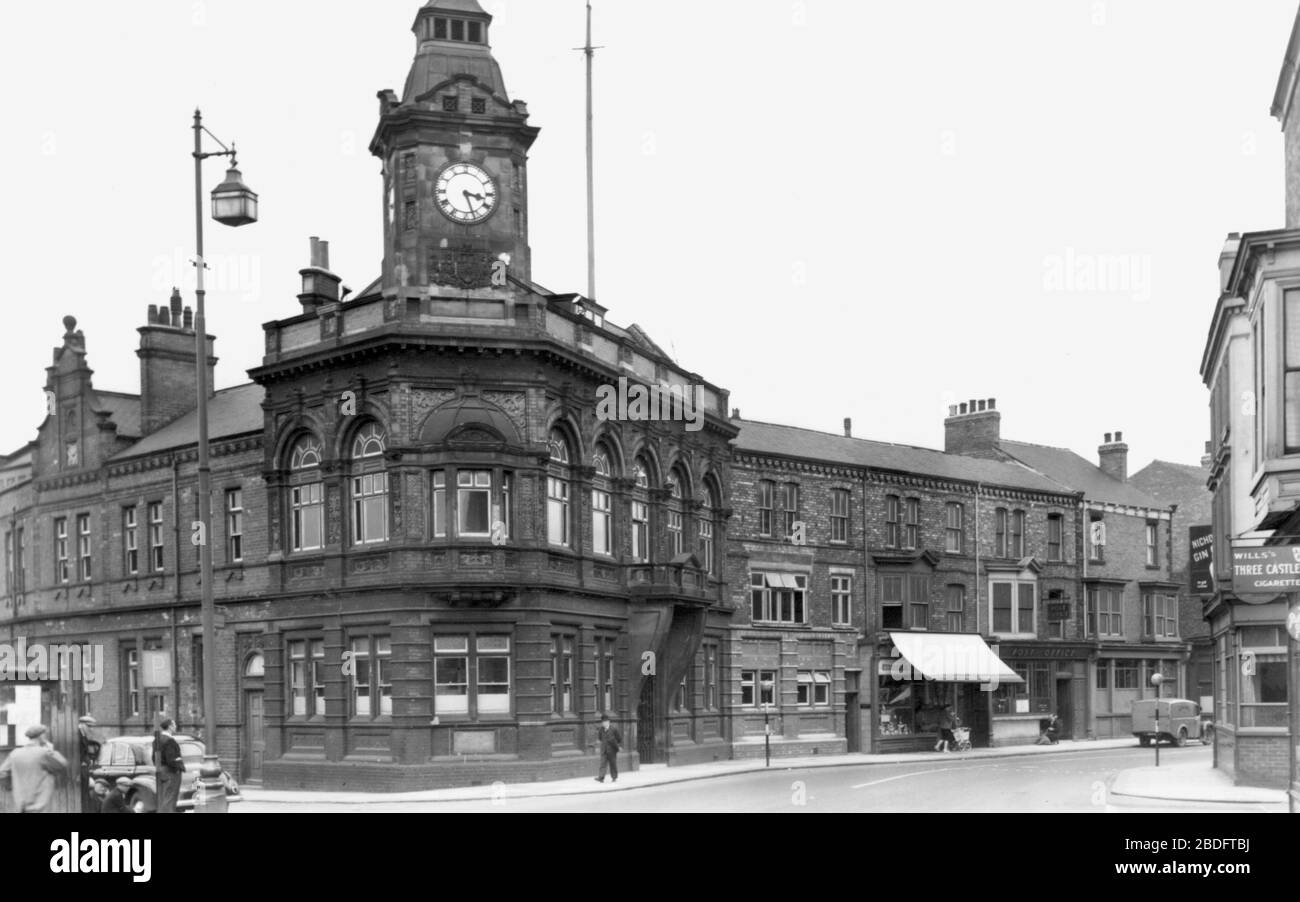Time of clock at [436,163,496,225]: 3:26
